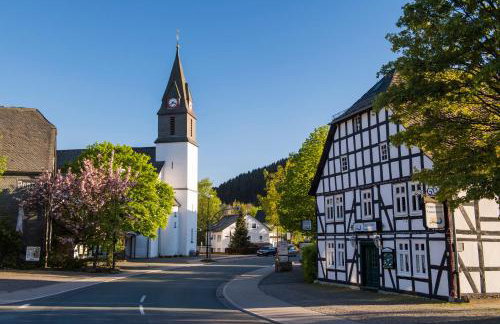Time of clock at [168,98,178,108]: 7:18
